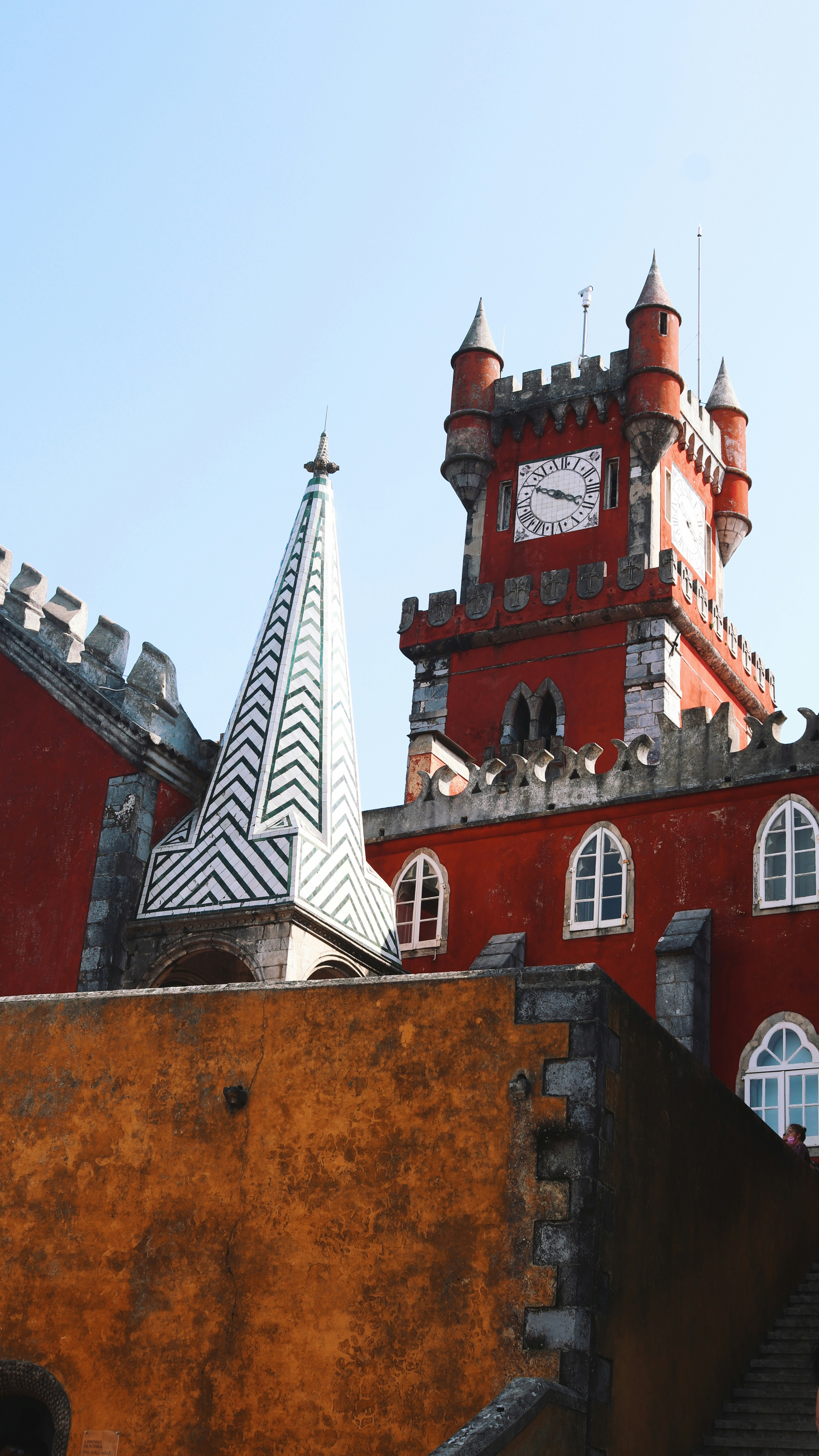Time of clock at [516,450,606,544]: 3:48
